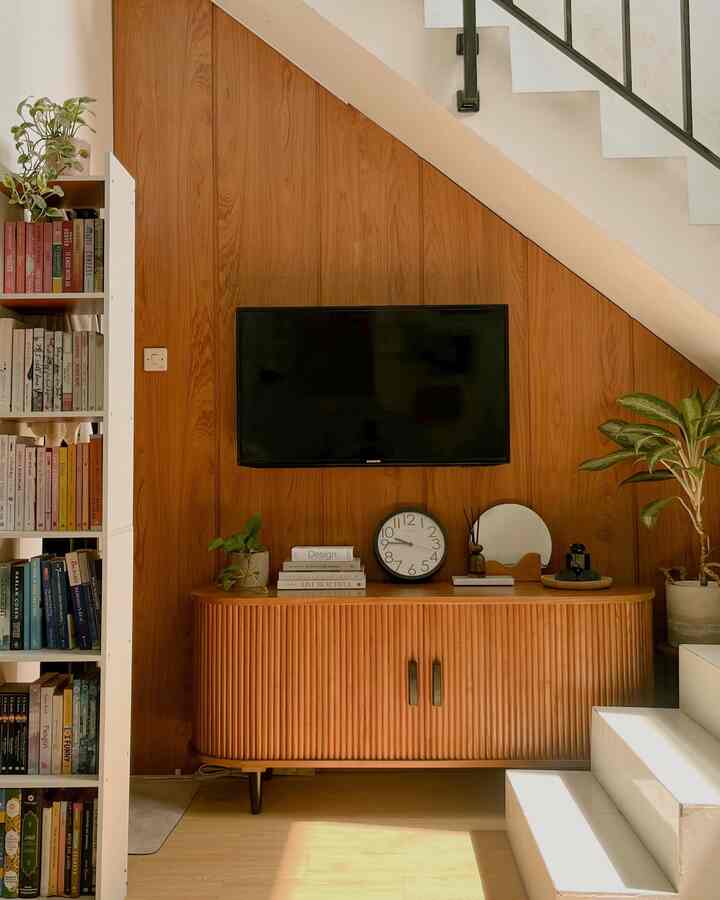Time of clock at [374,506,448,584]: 9:45
